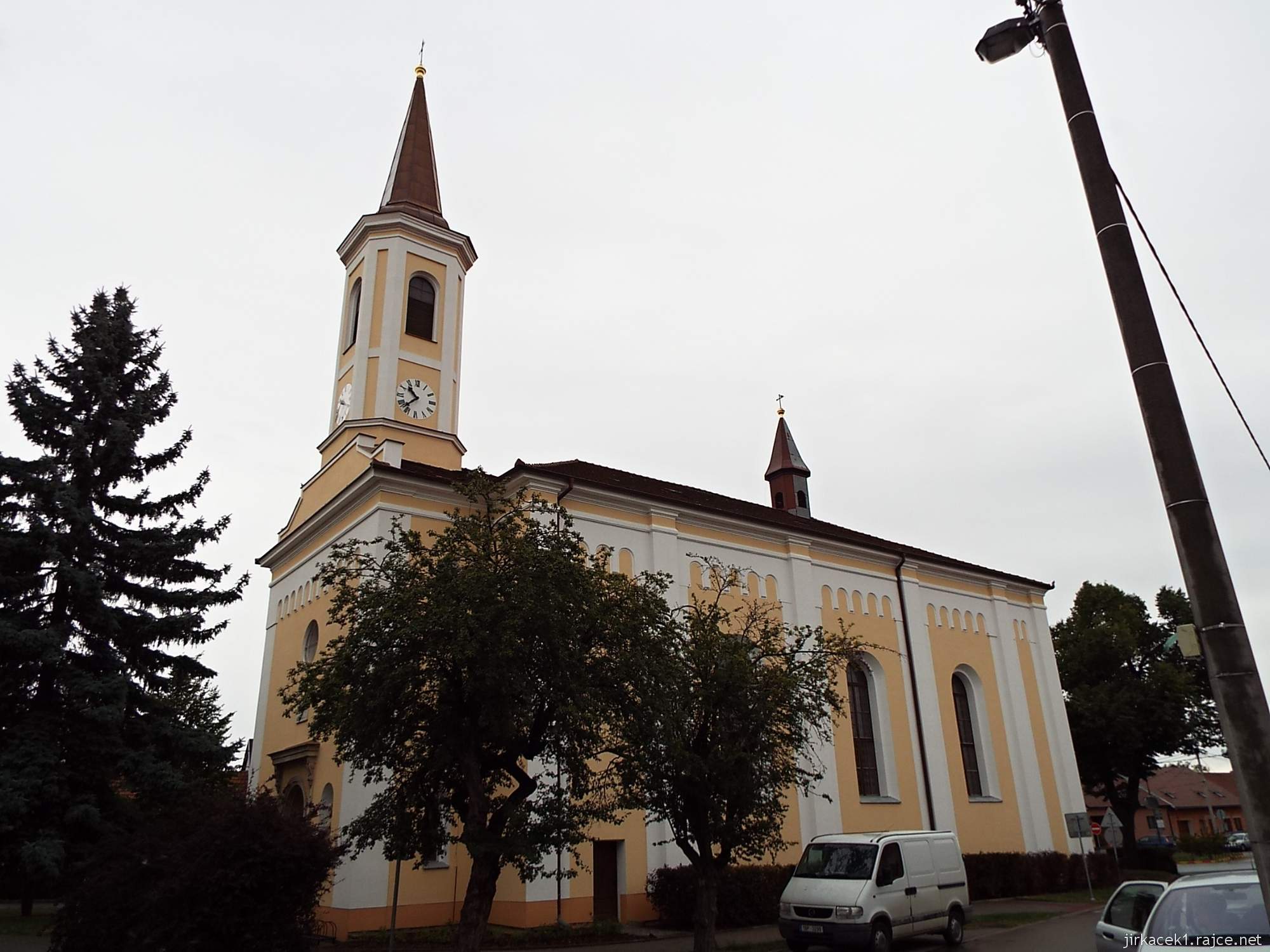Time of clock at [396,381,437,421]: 10:37
